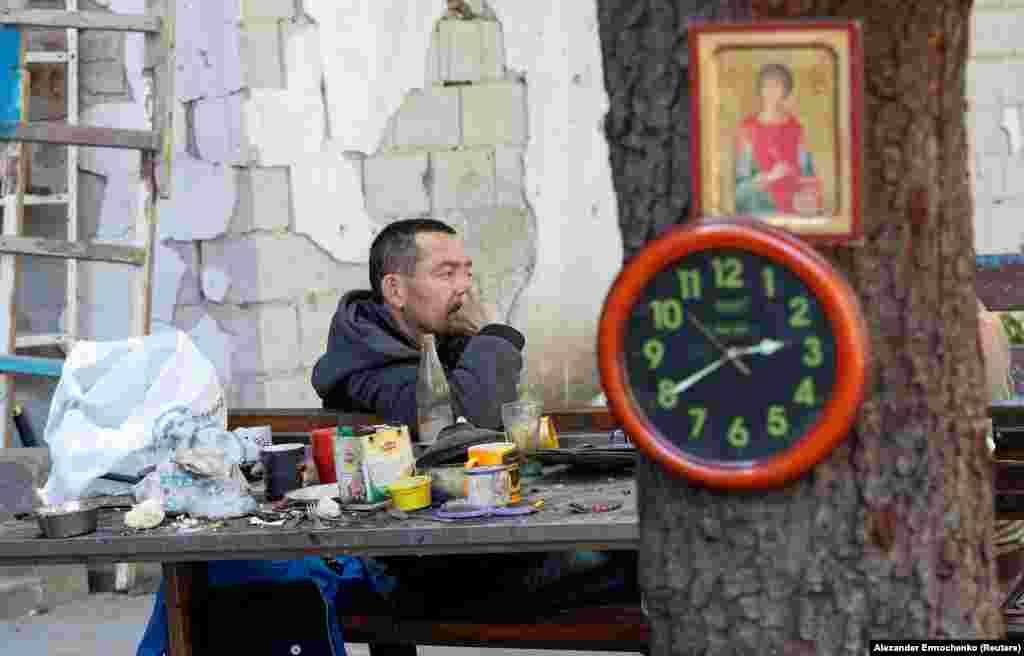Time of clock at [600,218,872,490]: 2:40
